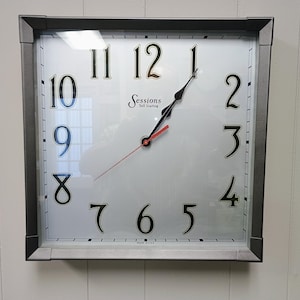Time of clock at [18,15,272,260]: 1:06
